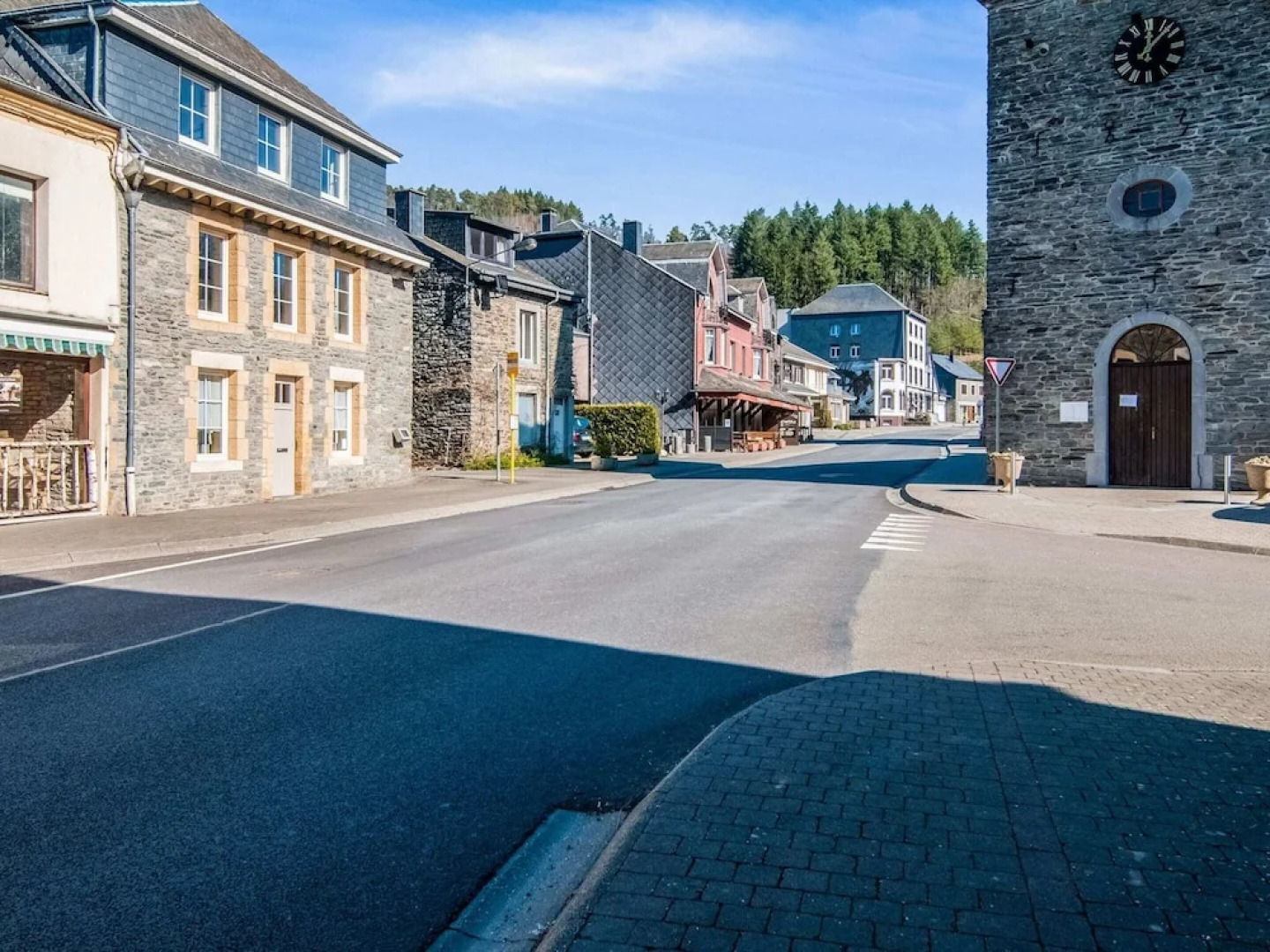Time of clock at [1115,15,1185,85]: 12:07
